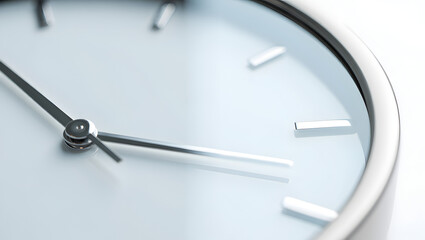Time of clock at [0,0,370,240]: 10:17
